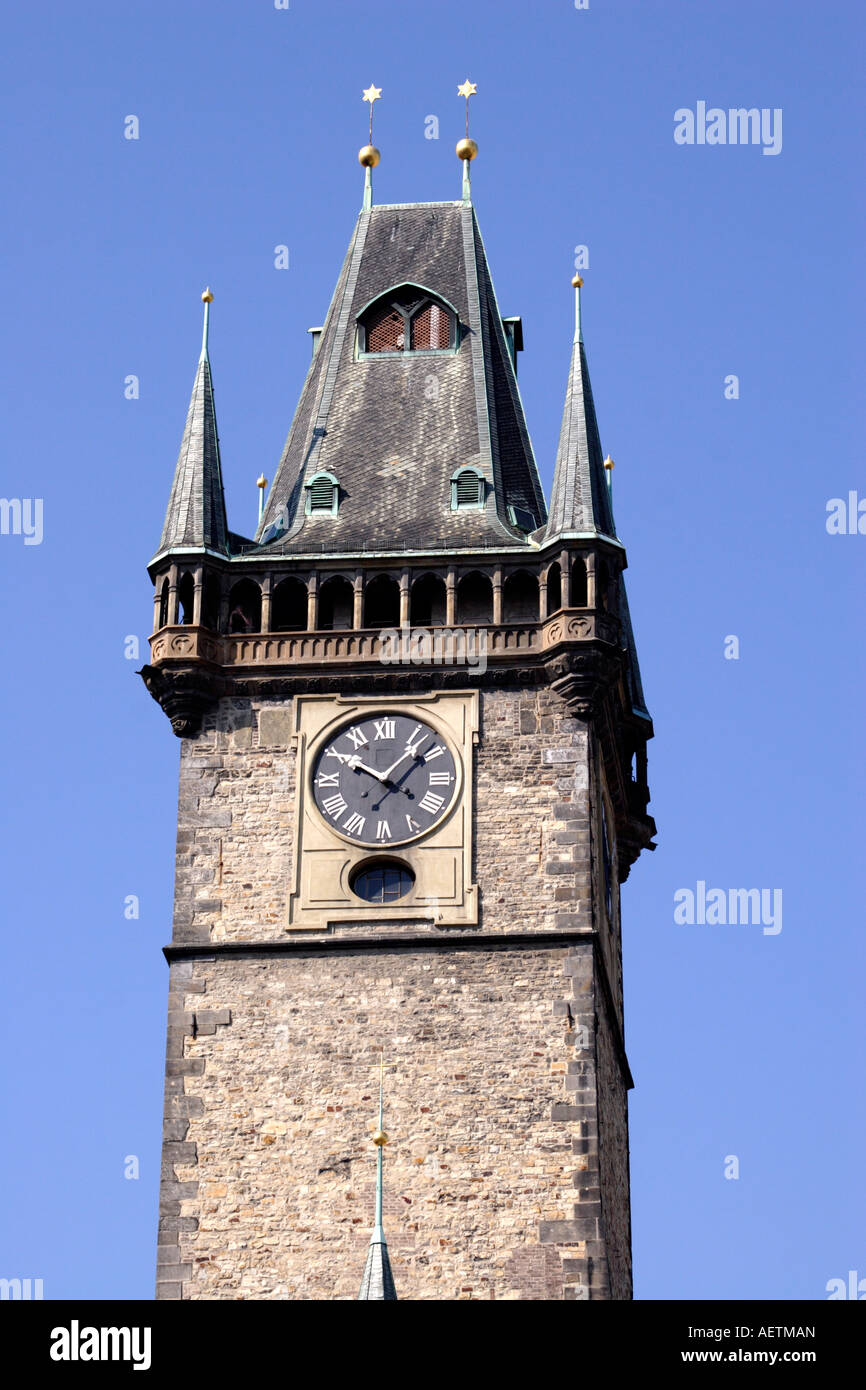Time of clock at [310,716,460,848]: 10:07
